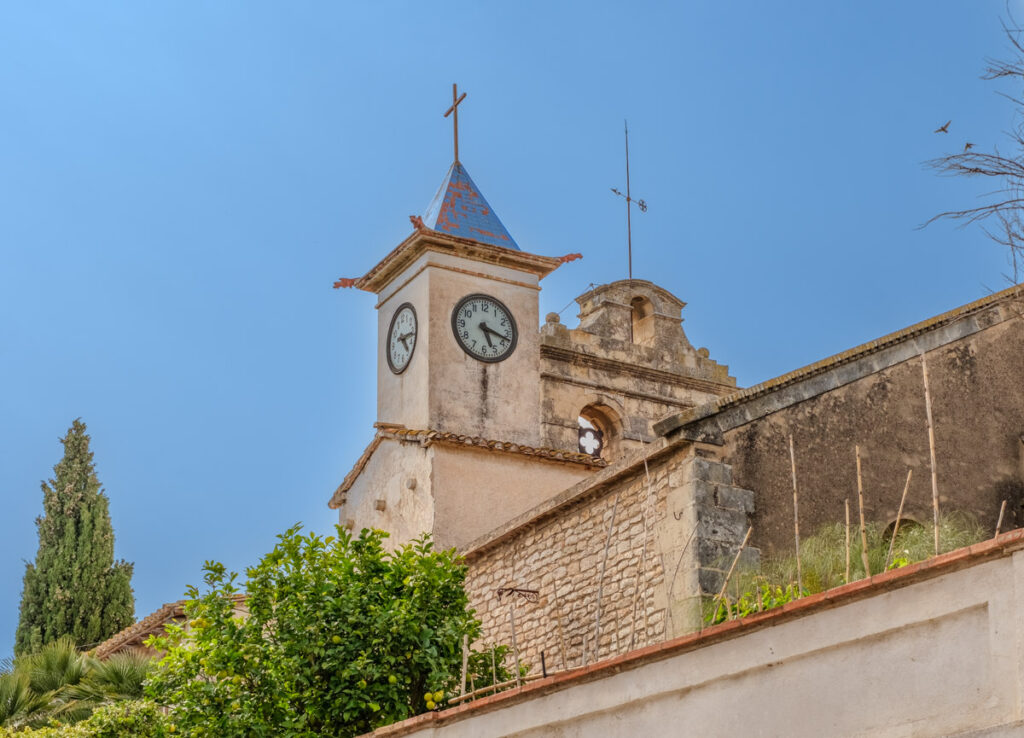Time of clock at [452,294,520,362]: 5:17
